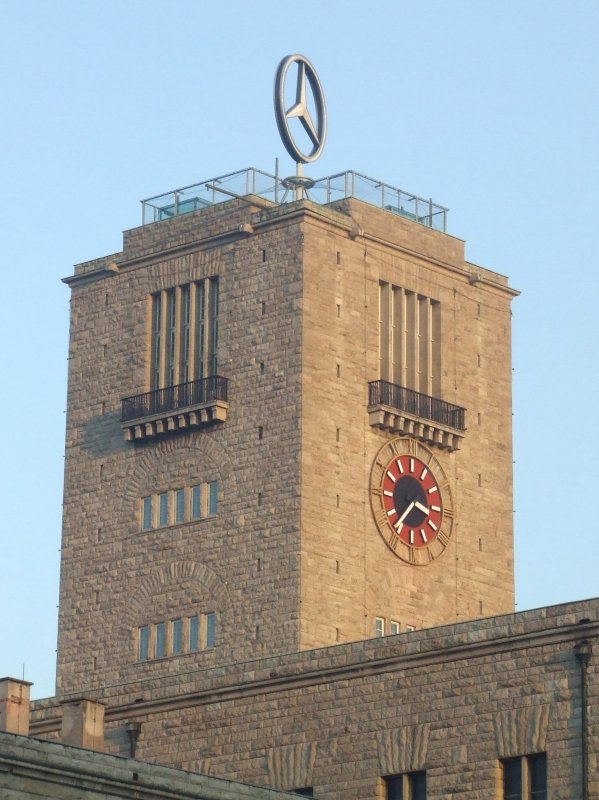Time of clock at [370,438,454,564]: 3:36
